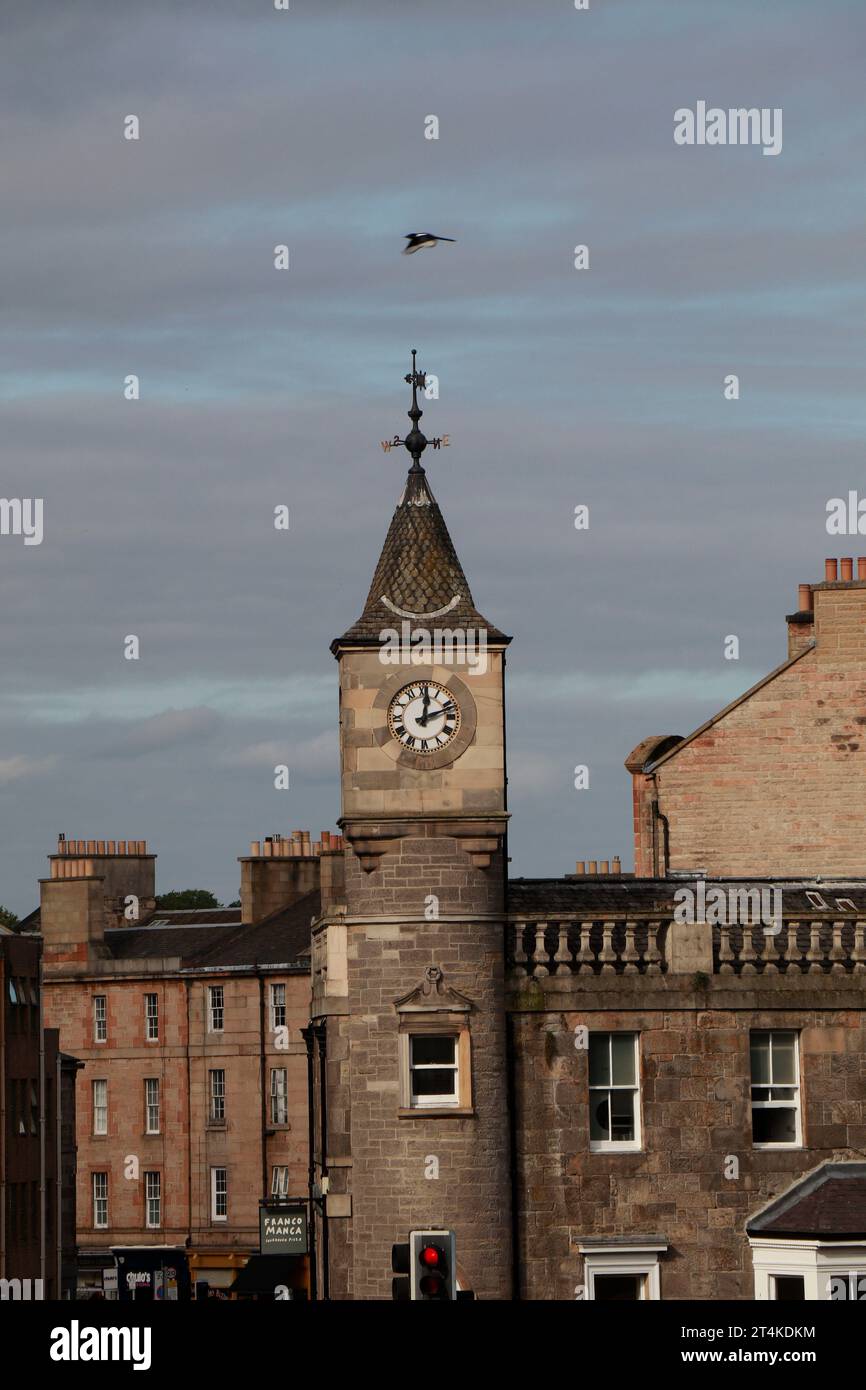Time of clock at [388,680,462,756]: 12:11
